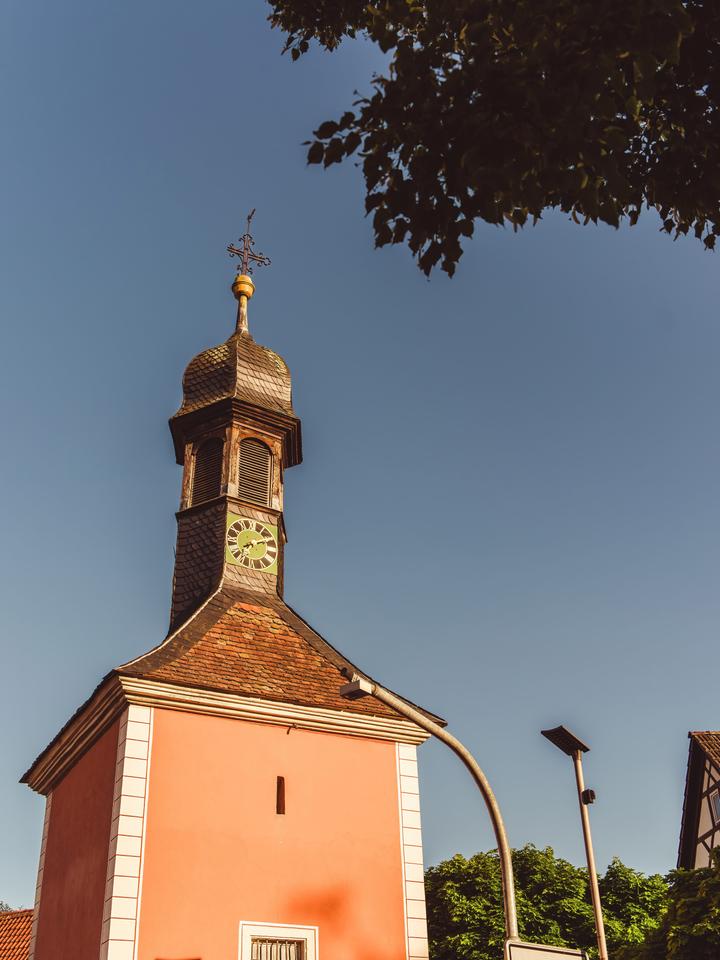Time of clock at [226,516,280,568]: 8:11
